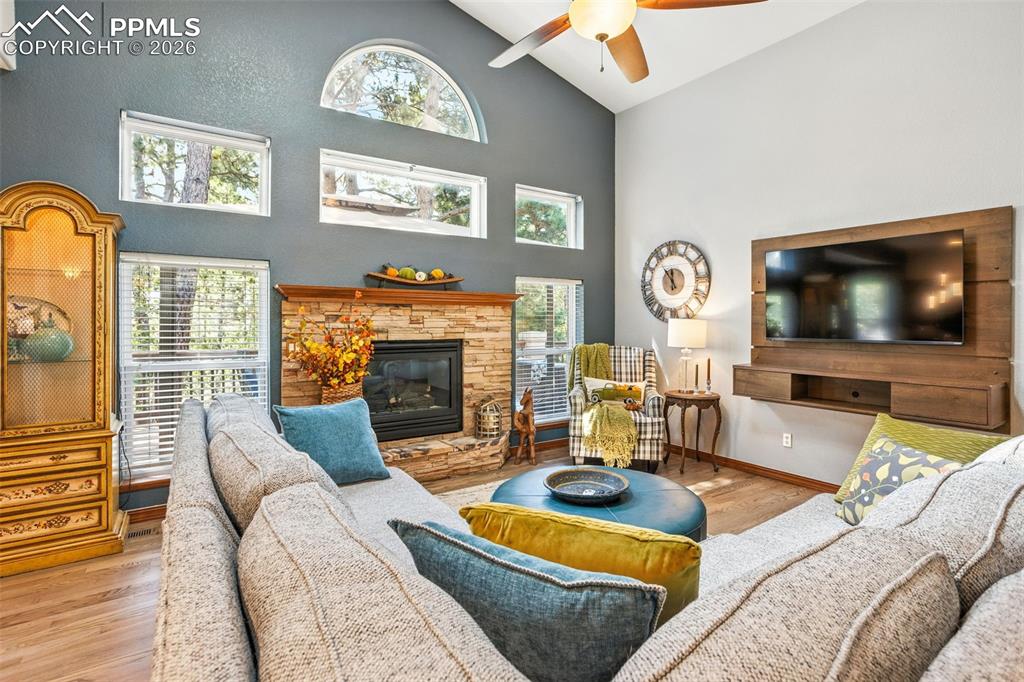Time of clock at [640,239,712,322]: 11:54
